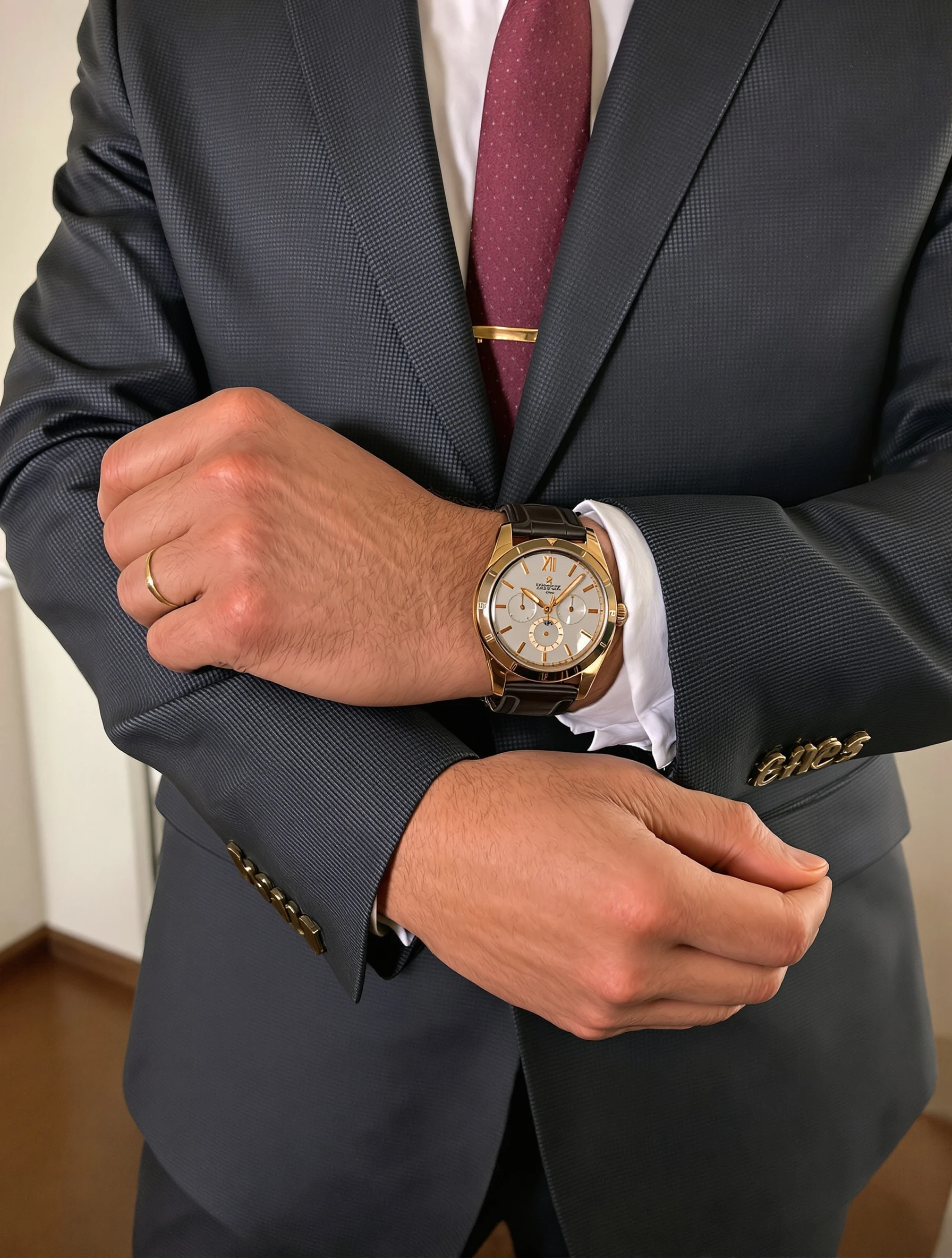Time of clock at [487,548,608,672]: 10:07
